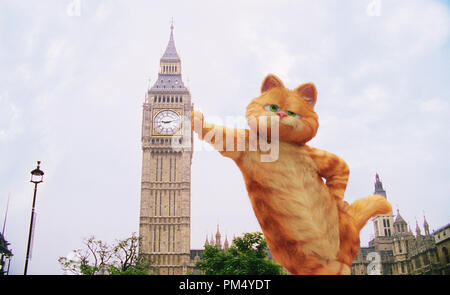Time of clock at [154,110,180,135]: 9:12
